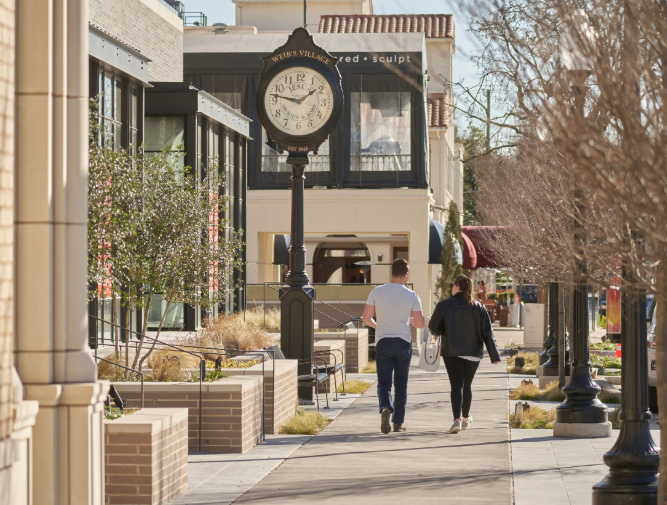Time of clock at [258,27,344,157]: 1:46
